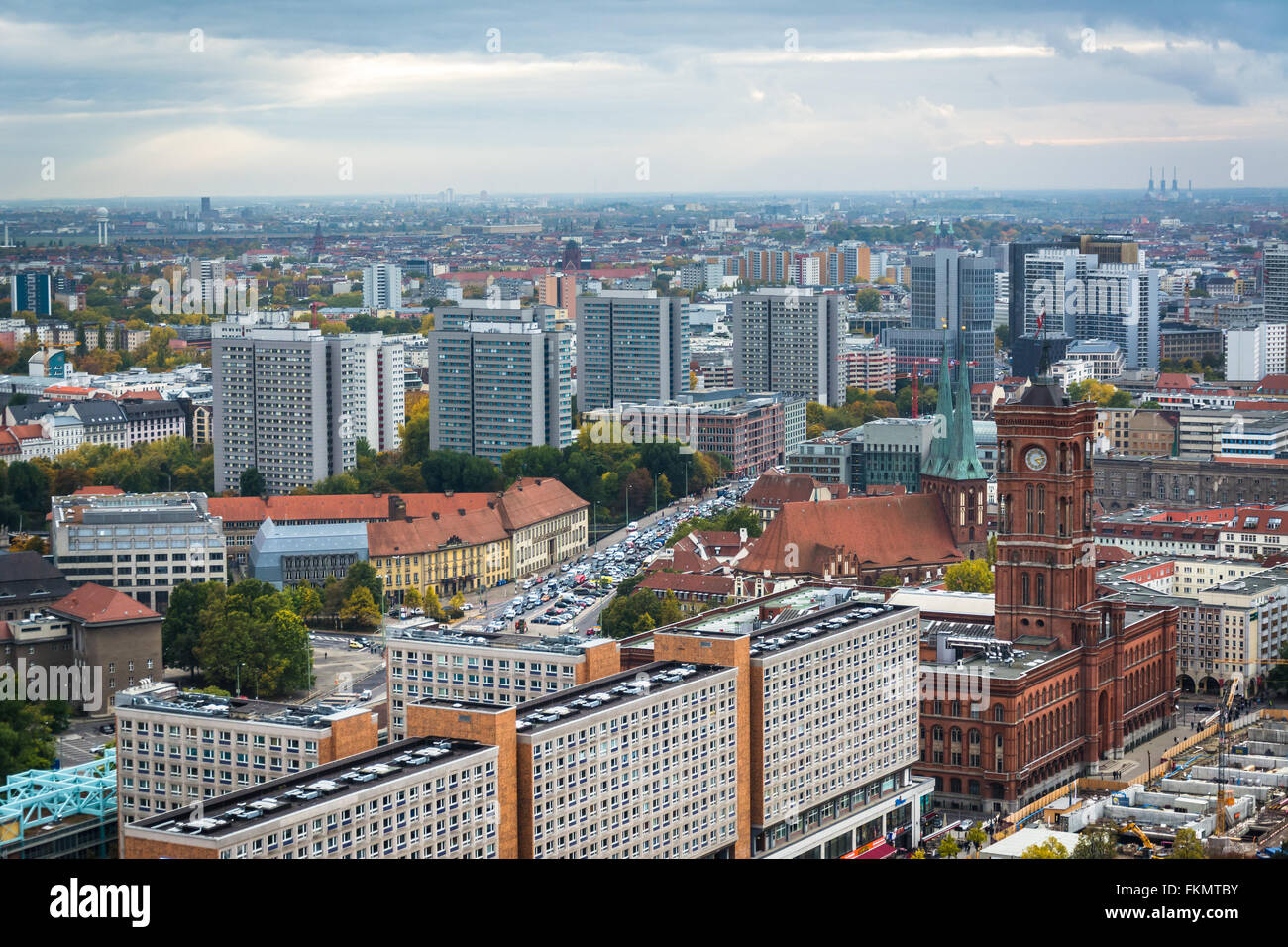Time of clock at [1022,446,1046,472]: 4:12
